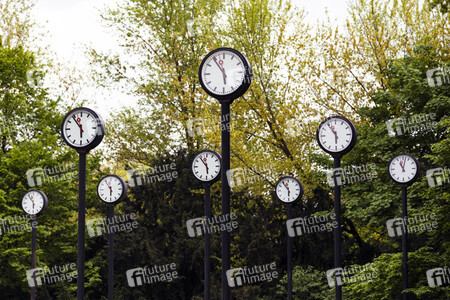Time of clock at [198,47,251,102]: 5:54
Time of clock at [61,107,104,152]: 5:54
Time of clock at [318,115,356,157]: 5:54
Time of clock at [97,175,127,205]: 5:54
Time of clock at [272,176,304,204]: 5:54
